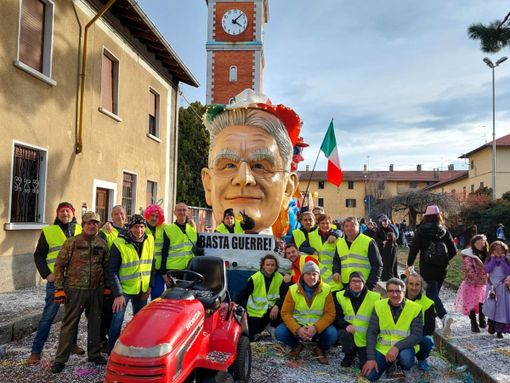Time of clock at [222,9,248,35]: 4:07
